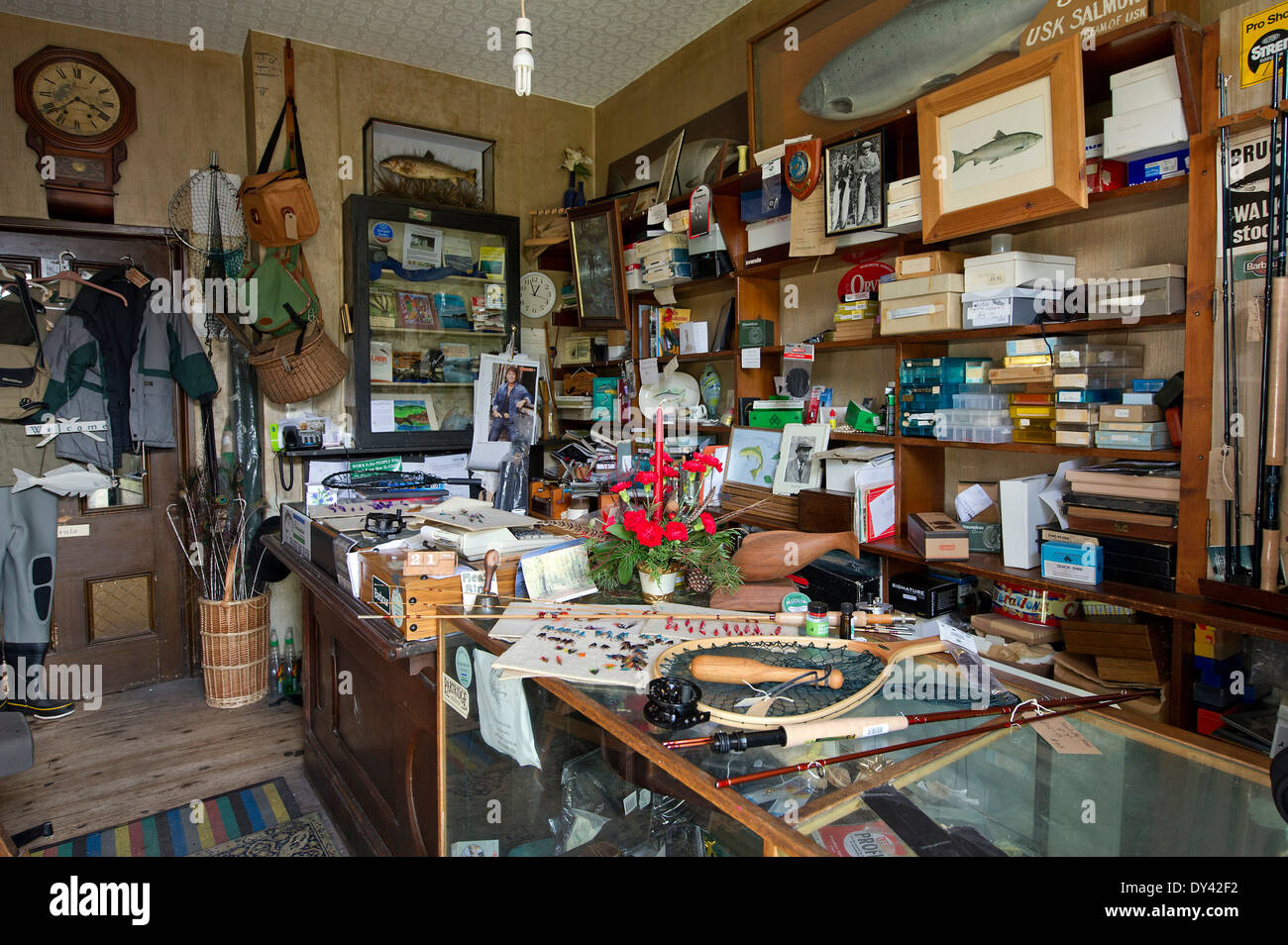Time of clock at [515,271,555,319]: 12:57
